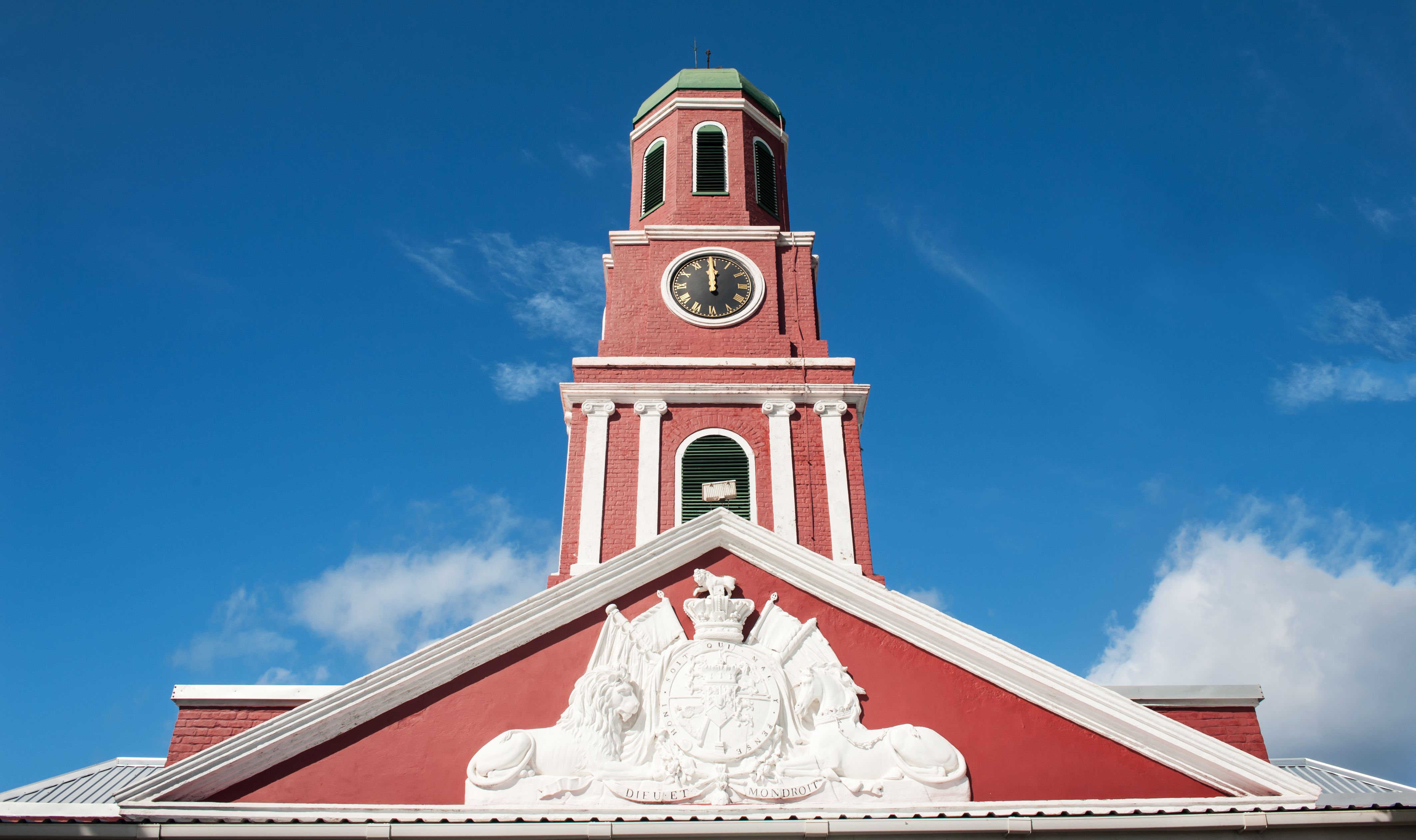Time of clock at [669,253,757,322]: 11:59
